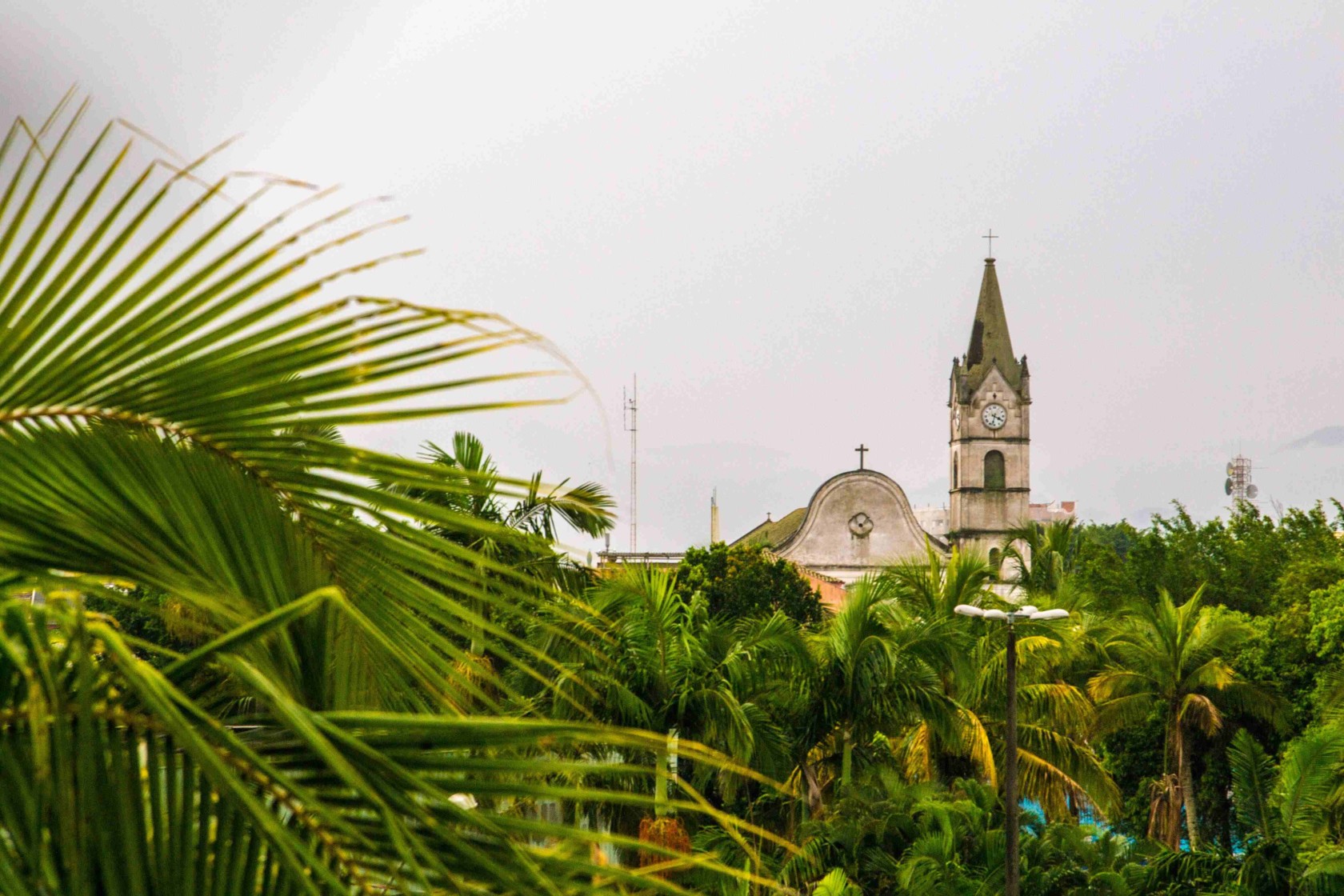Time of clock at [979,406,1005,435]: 3:32
